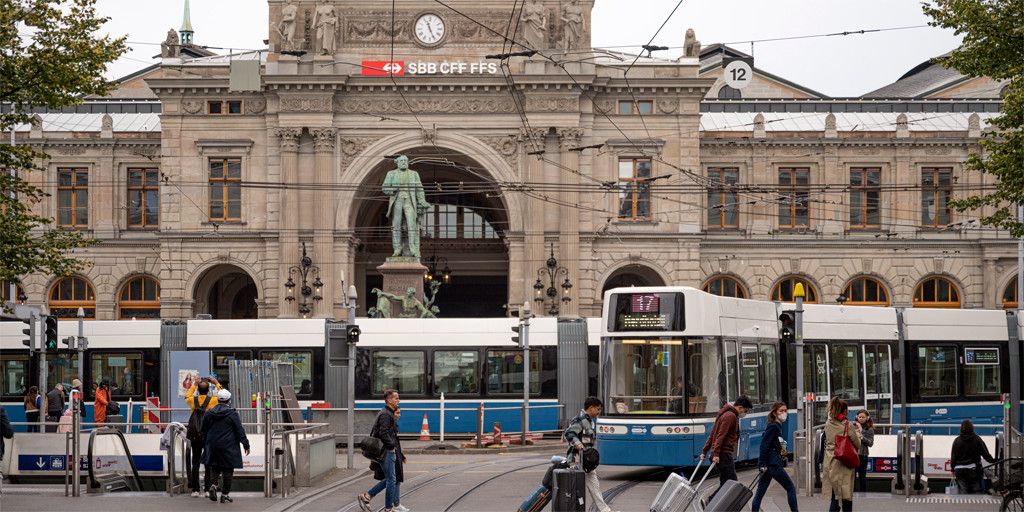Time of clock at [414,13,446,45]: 11:26
